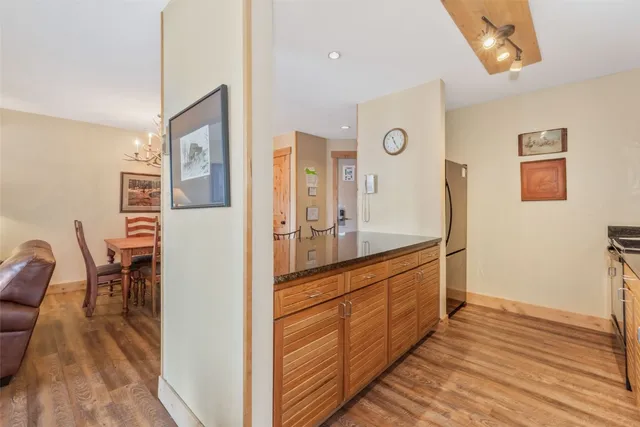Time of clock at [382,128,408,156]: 11:25
